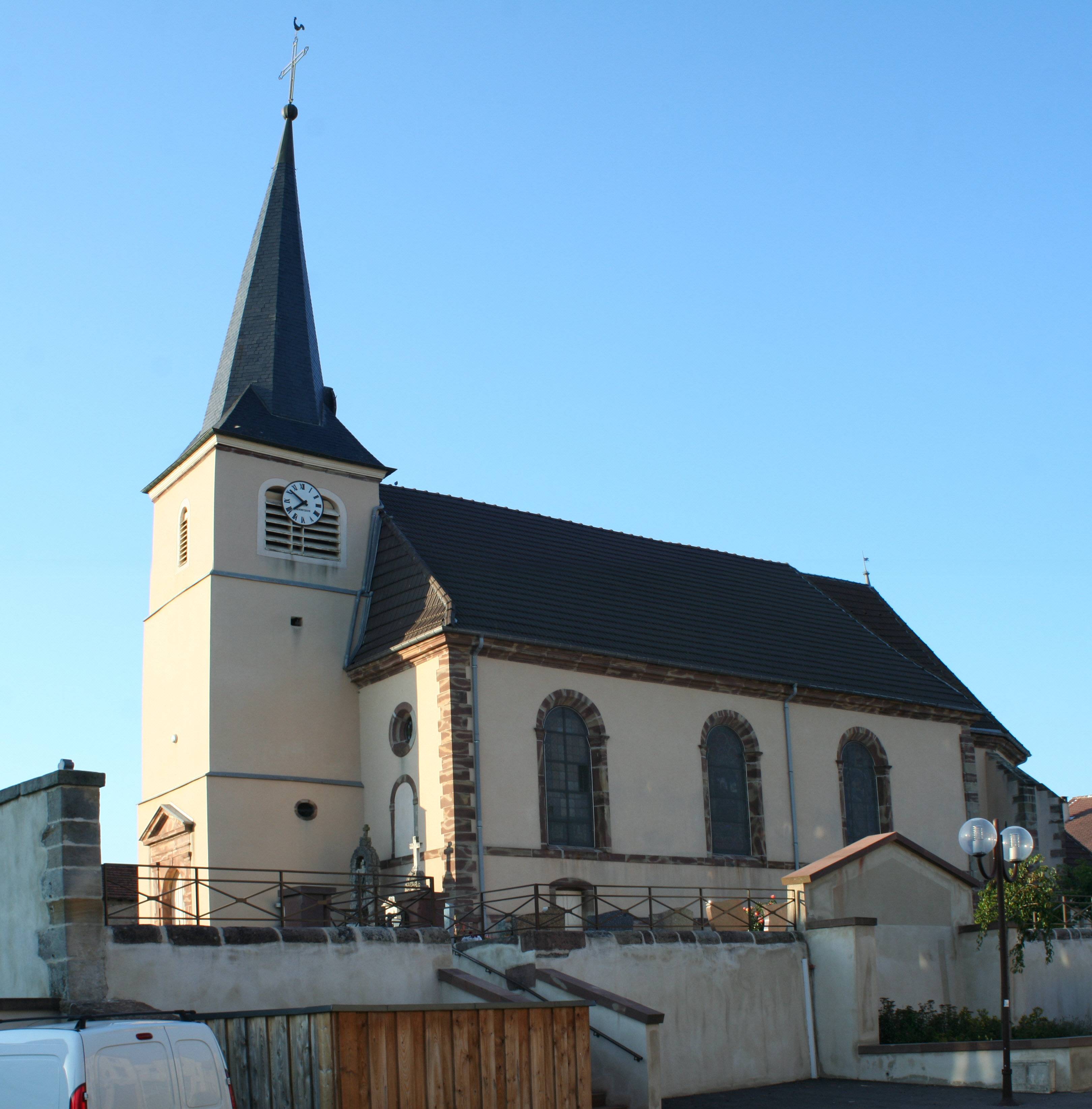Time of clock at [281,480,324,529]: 7:51
